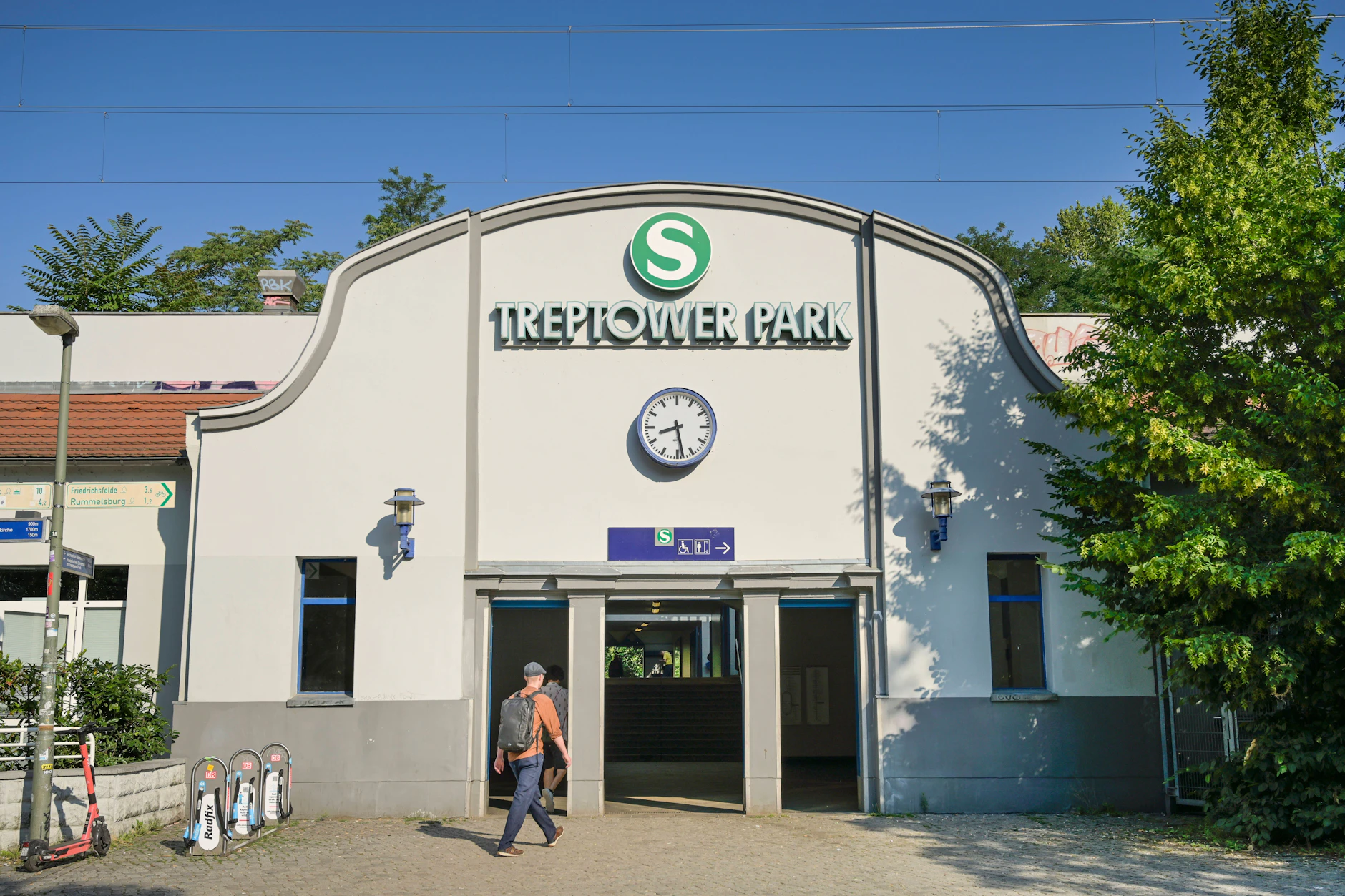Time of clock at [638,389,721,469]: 8:28
